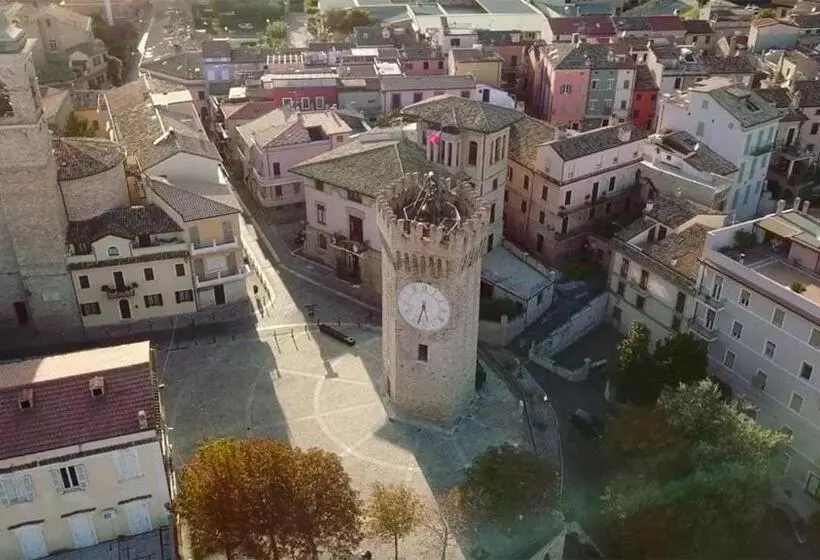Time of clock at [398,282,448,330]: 5:33
